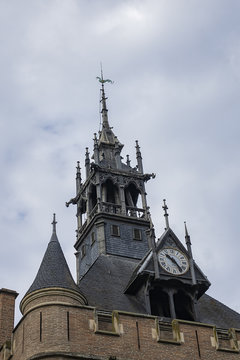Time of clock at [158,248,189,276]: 10:24
